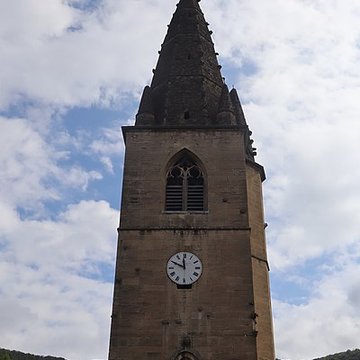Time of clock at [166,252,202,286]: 11:49
